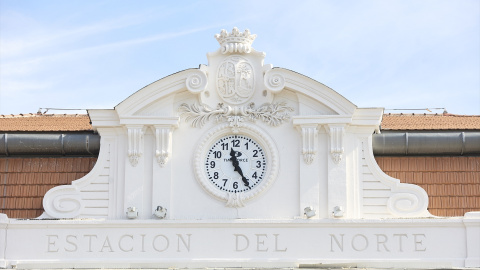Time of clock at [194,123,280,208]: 11:24
